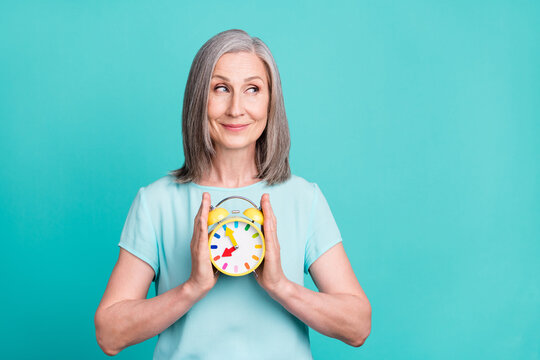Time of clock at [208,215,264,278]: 7:55
